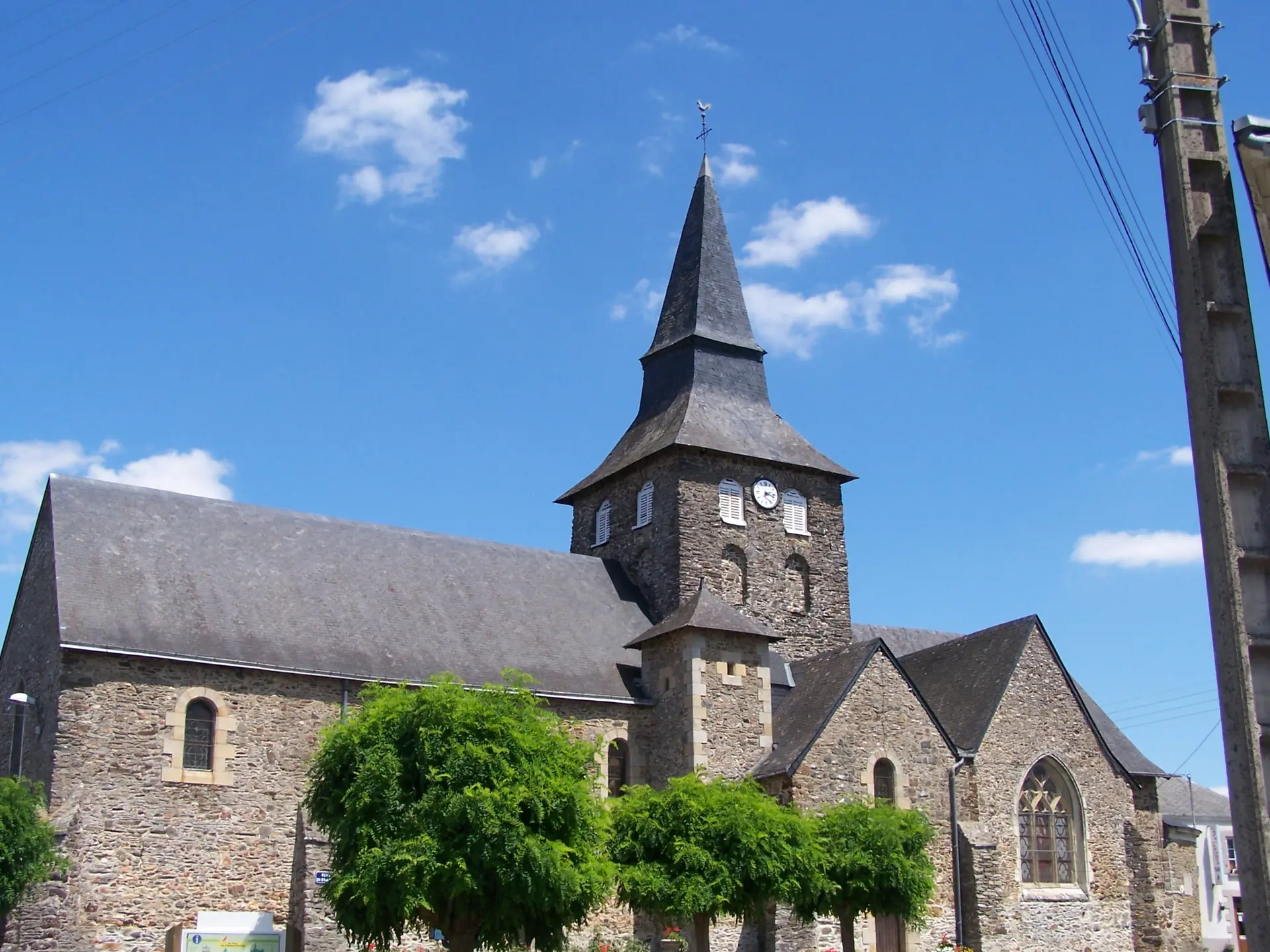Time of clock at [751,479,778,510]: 2:18
